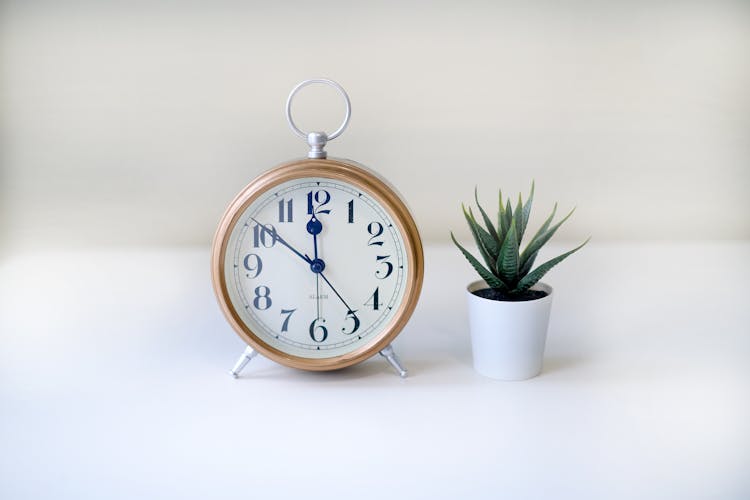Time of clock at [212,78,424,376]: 11:50
